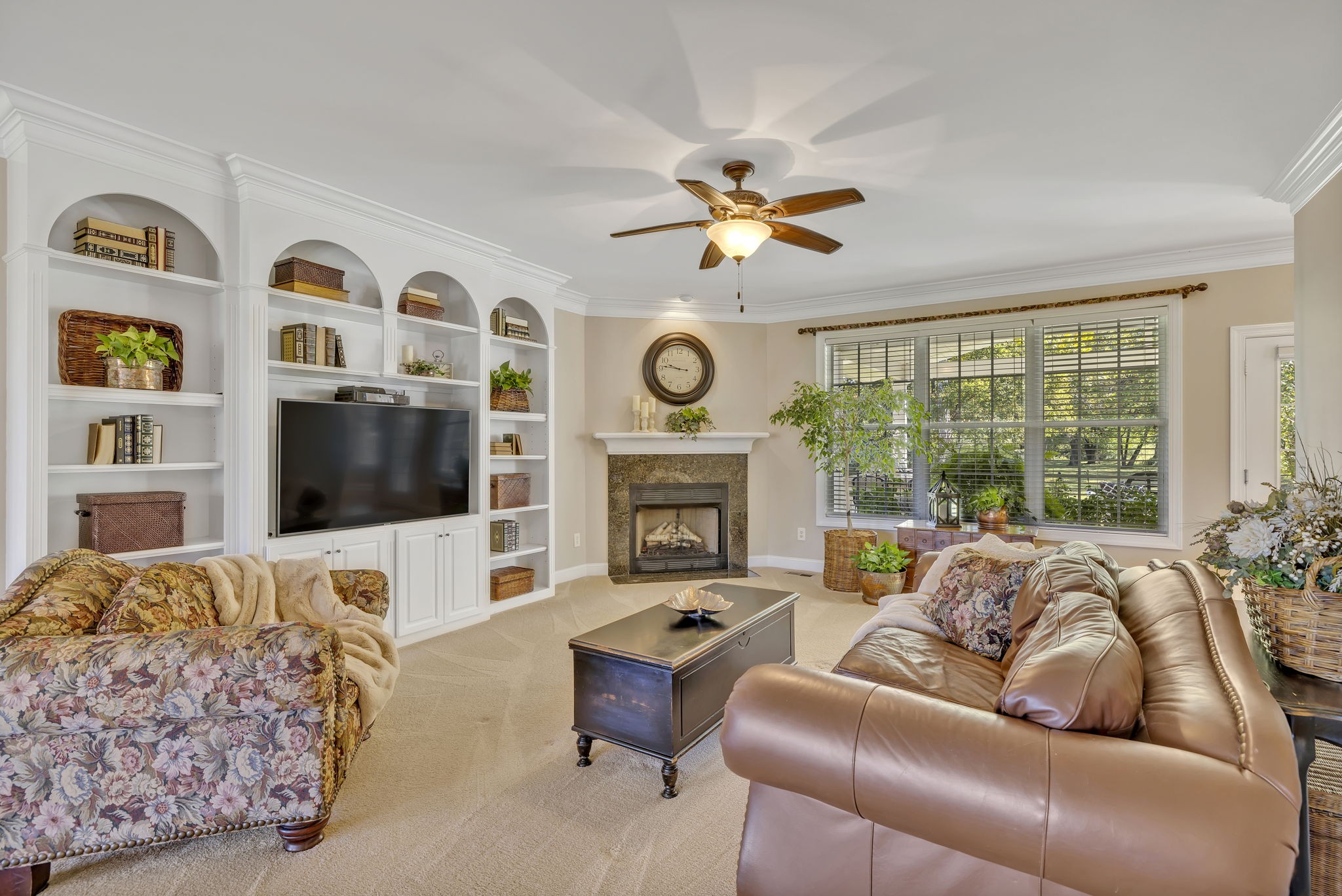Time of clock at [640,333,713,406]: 9:46
